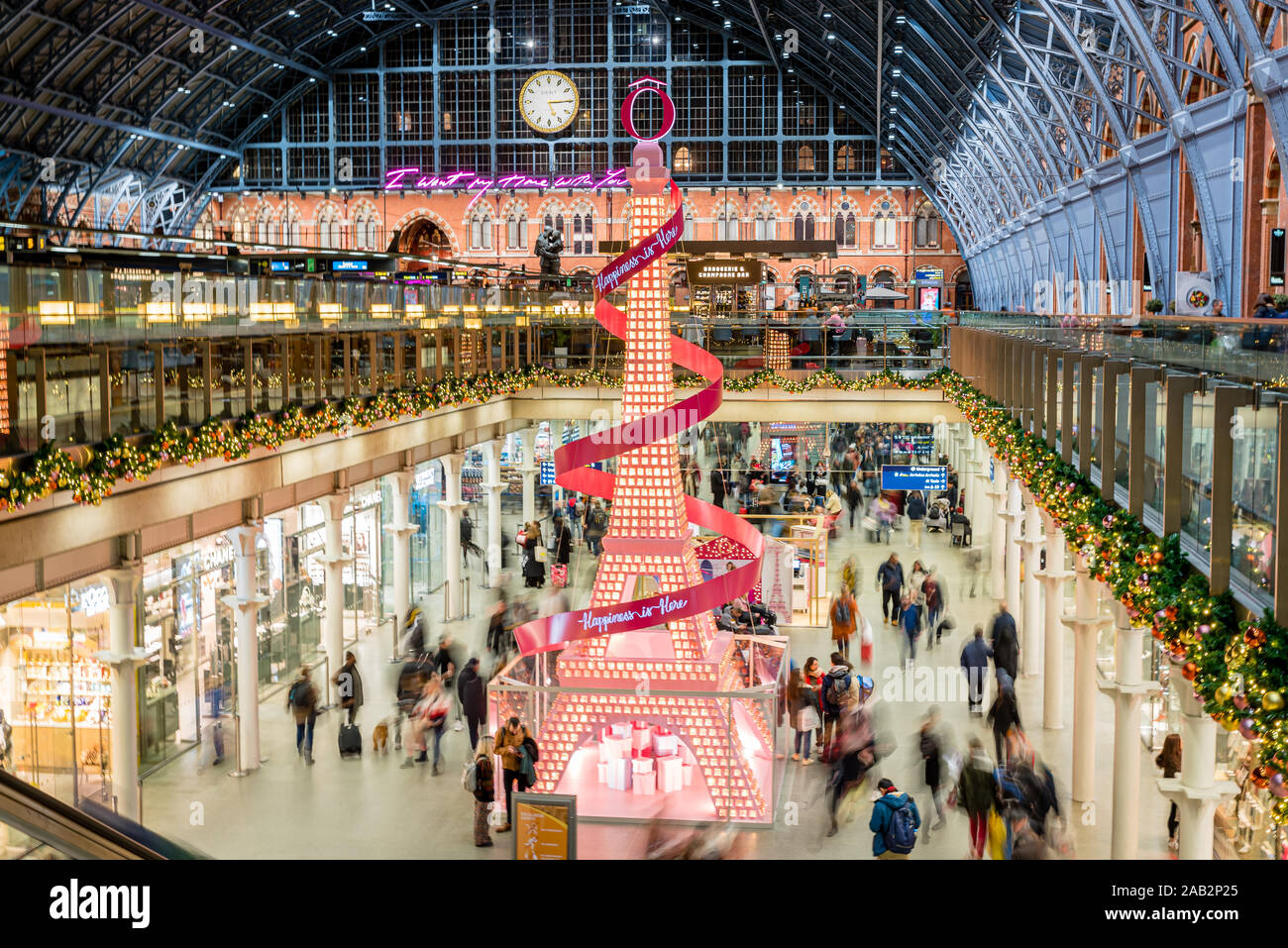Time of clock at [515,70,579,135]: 5:14
